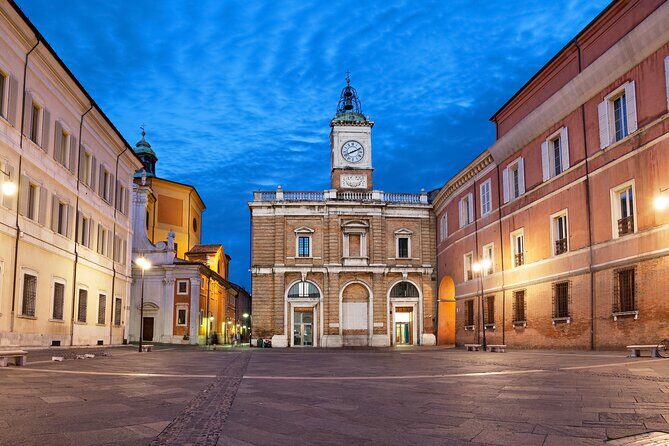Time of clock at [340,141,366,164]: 8:11
